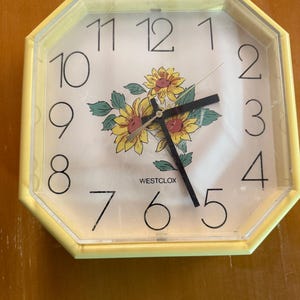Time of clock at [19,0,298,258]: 2:26
